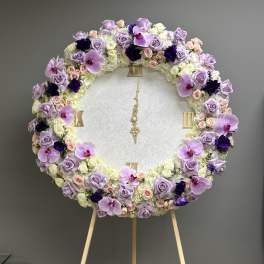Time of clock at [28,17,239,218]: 12:00
